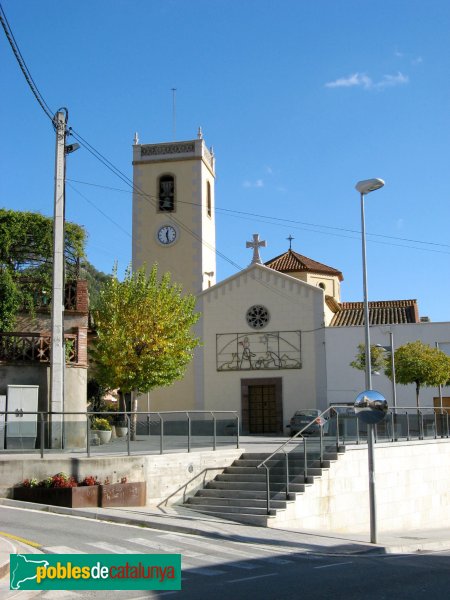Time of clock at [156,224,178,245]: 12:27
